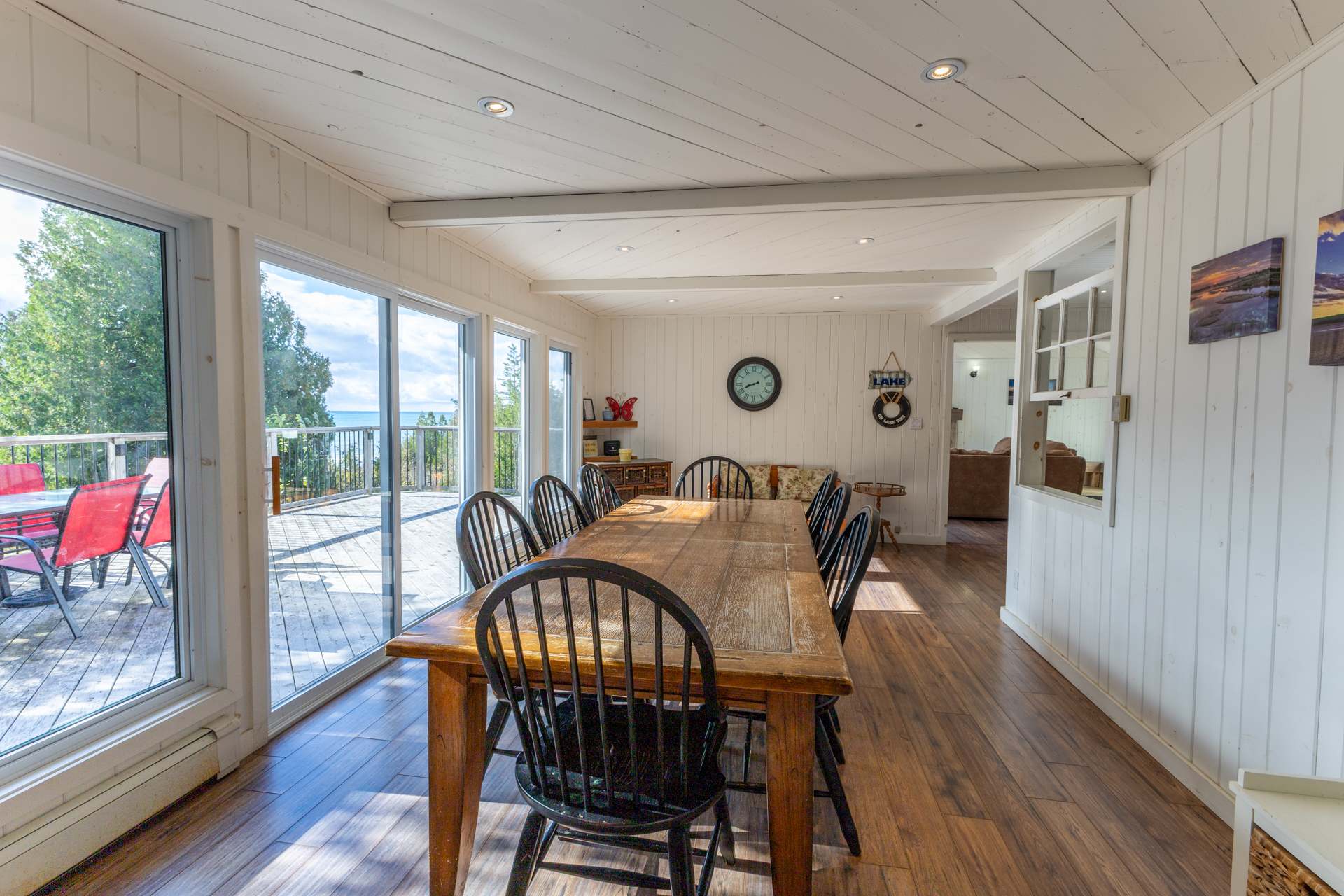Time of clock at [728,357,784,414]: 8:41
